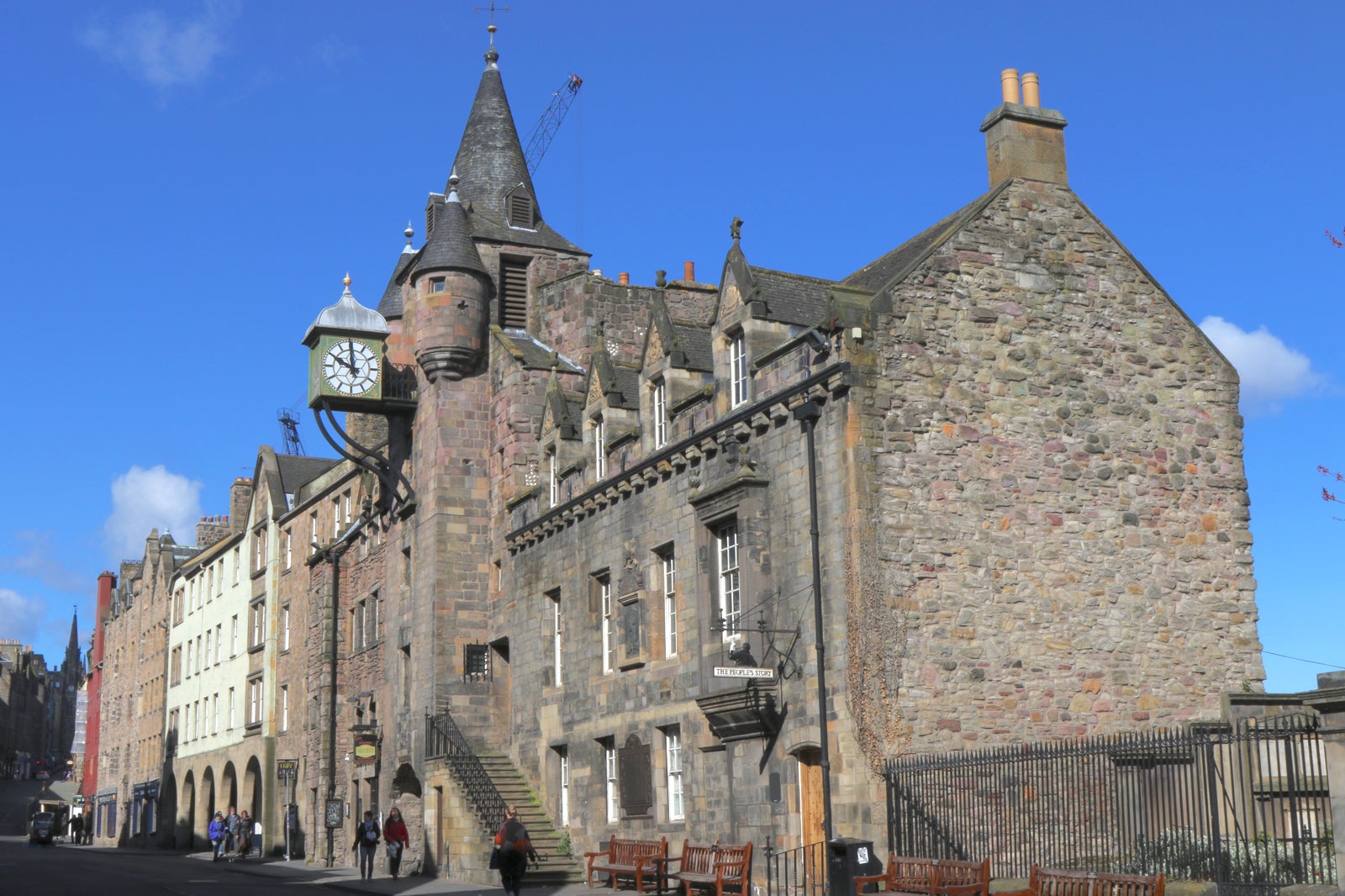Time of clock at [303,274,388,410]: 9:59
